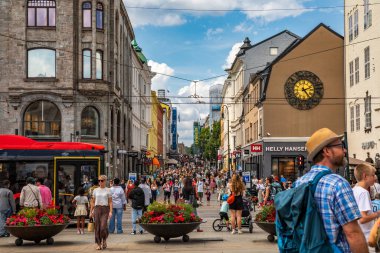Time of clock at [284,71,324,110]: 2:23
